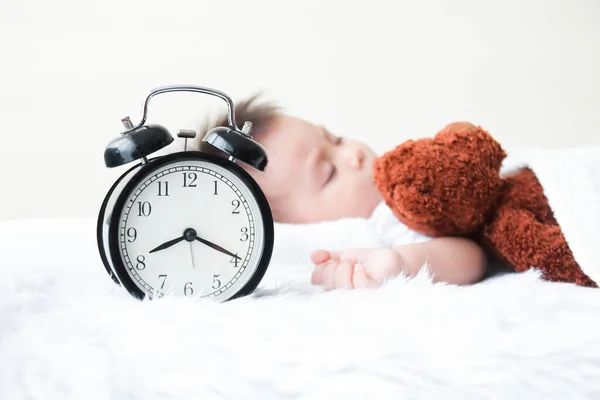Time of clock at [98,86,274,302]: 8:19
